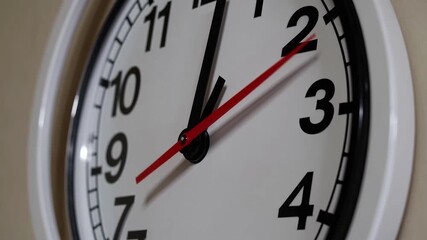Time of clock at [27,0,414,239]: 1:01
